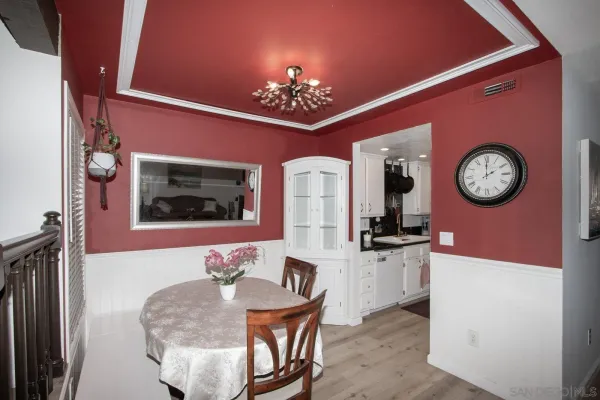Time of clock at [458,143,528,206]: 2:00
